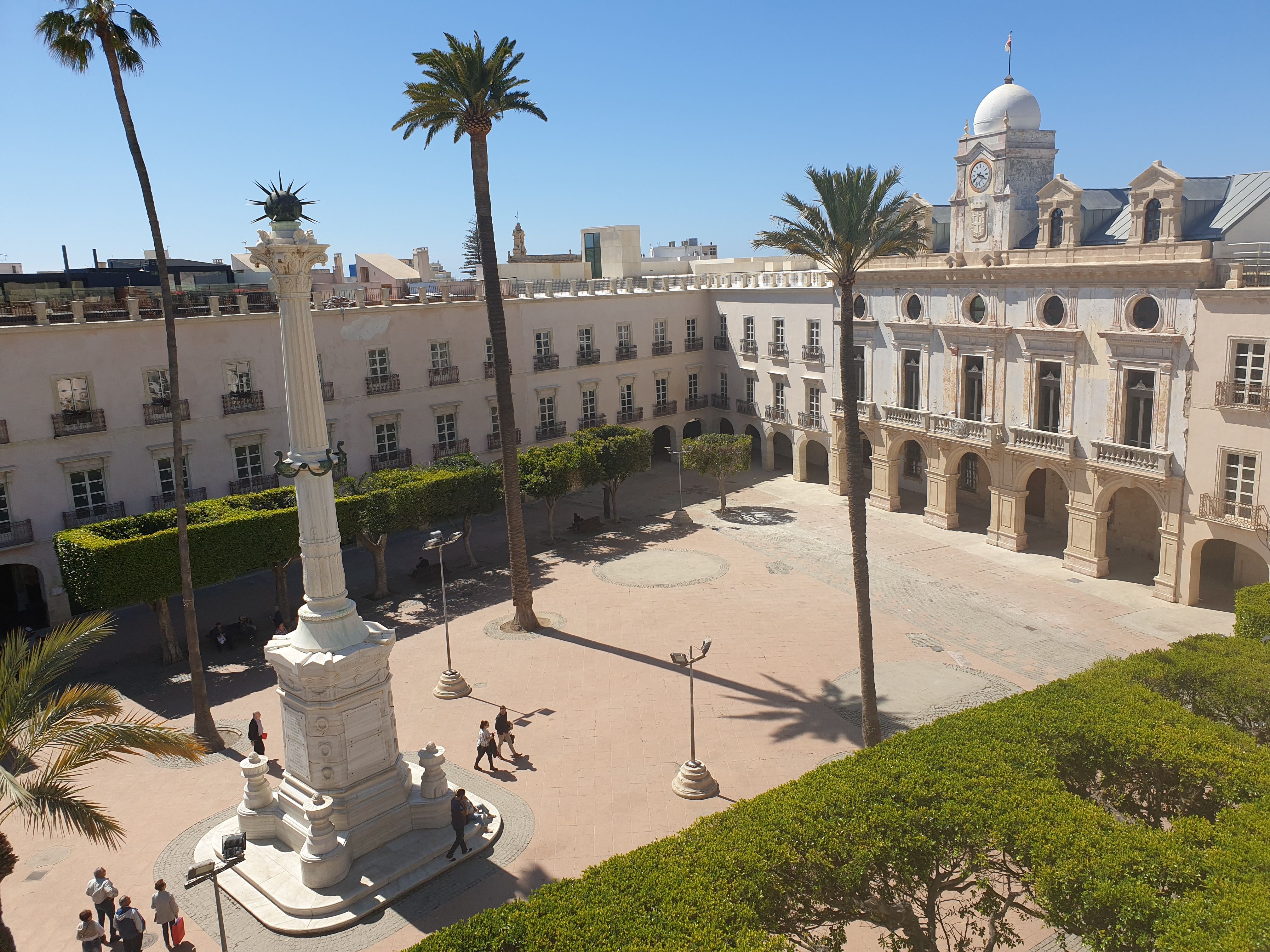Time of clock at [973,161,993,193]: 3:39
